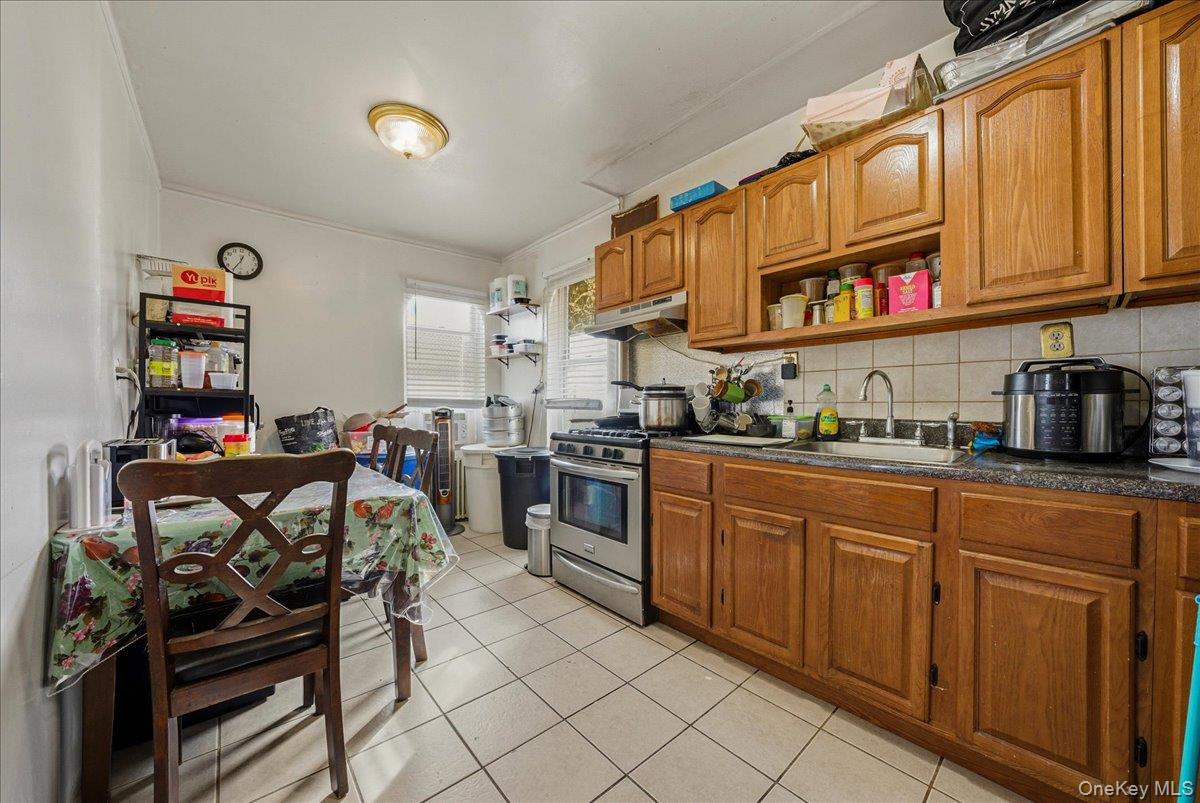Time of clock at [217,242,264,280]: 12:34
